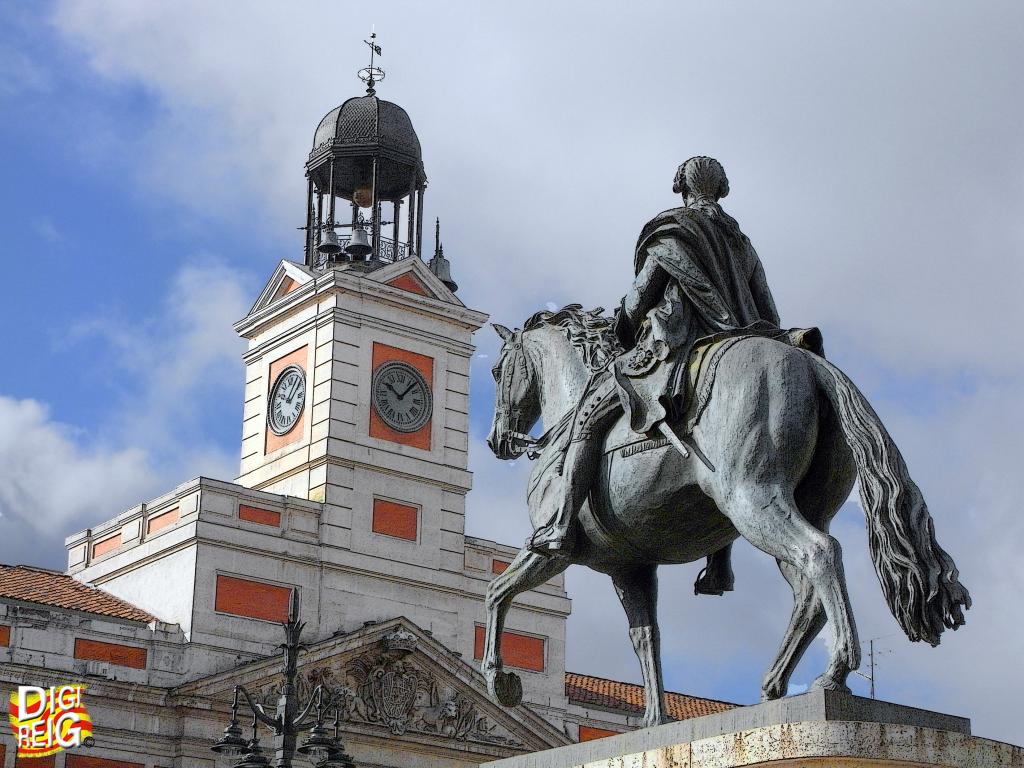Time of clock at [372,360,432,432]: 10:07
